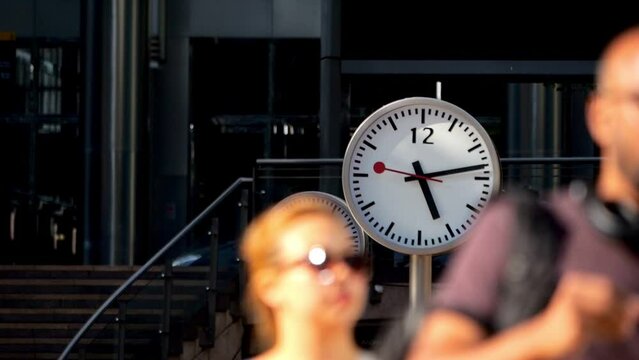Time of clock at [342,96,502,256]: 5:13
